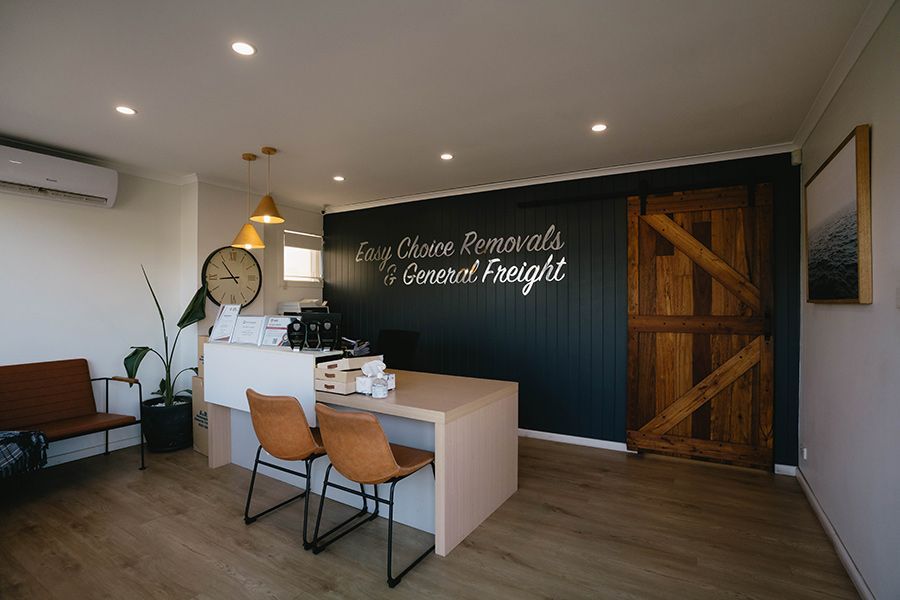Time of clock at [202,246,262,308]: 8:53
